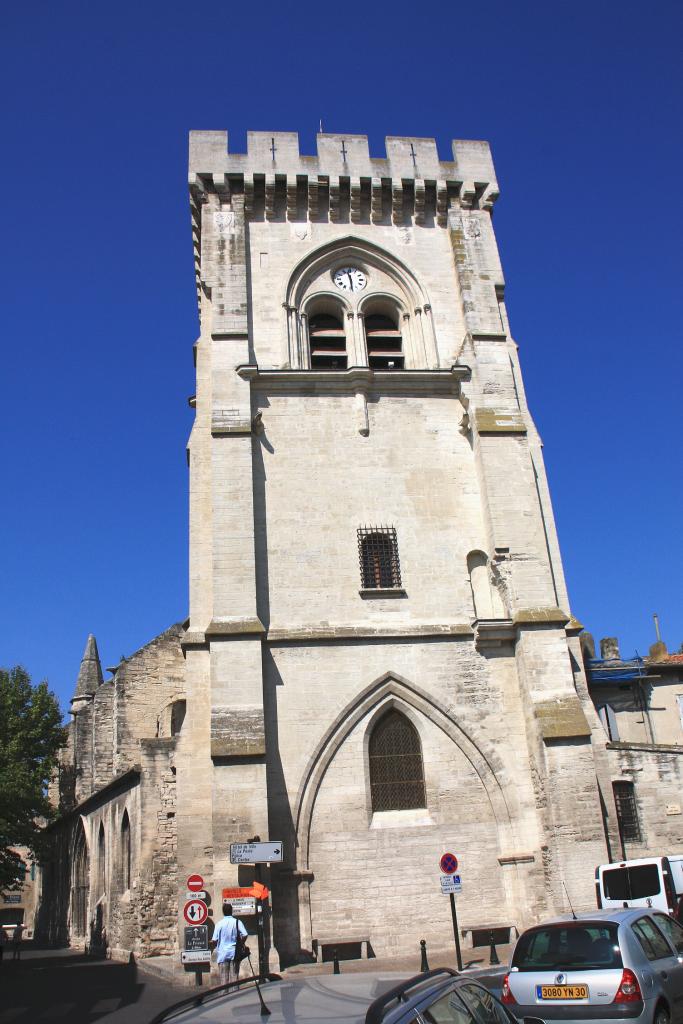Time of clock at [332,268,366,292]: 11:29
